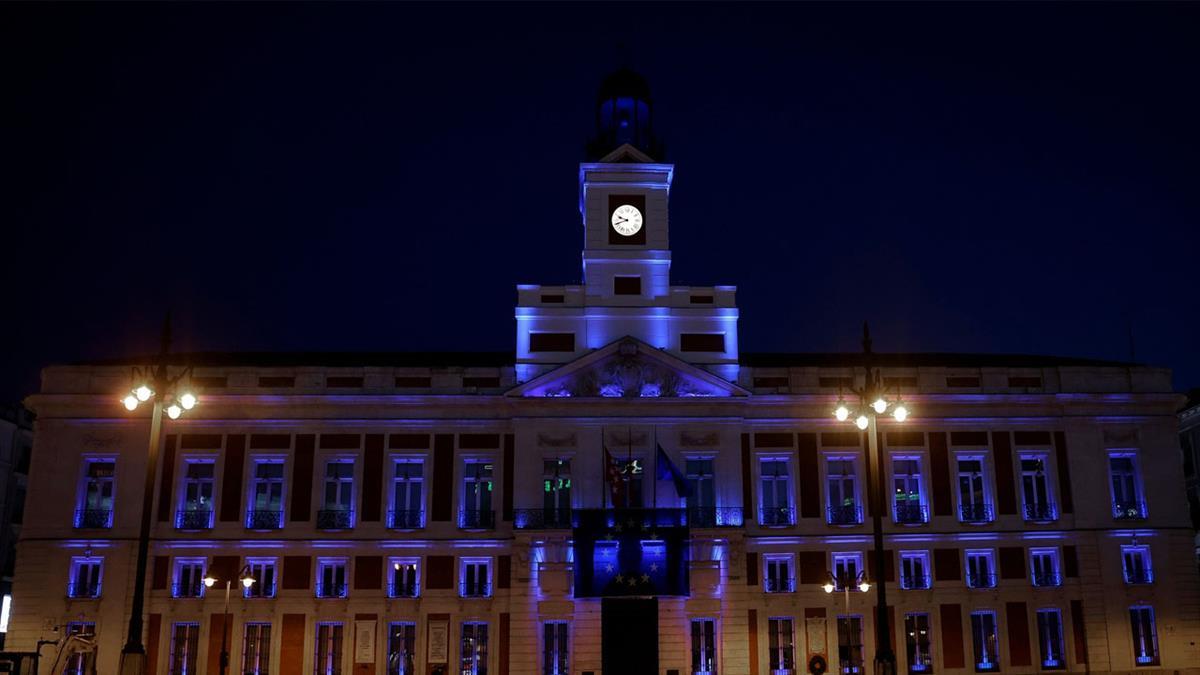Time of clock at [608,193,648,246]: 9:41
